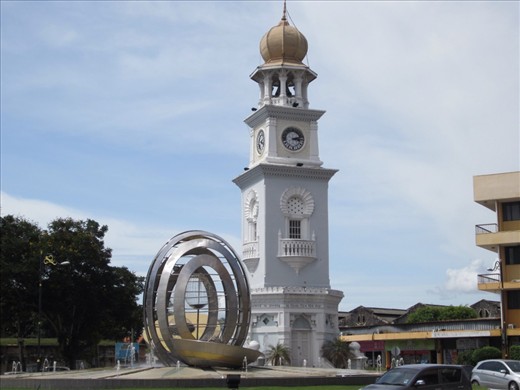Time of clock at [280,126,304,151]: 3:12
